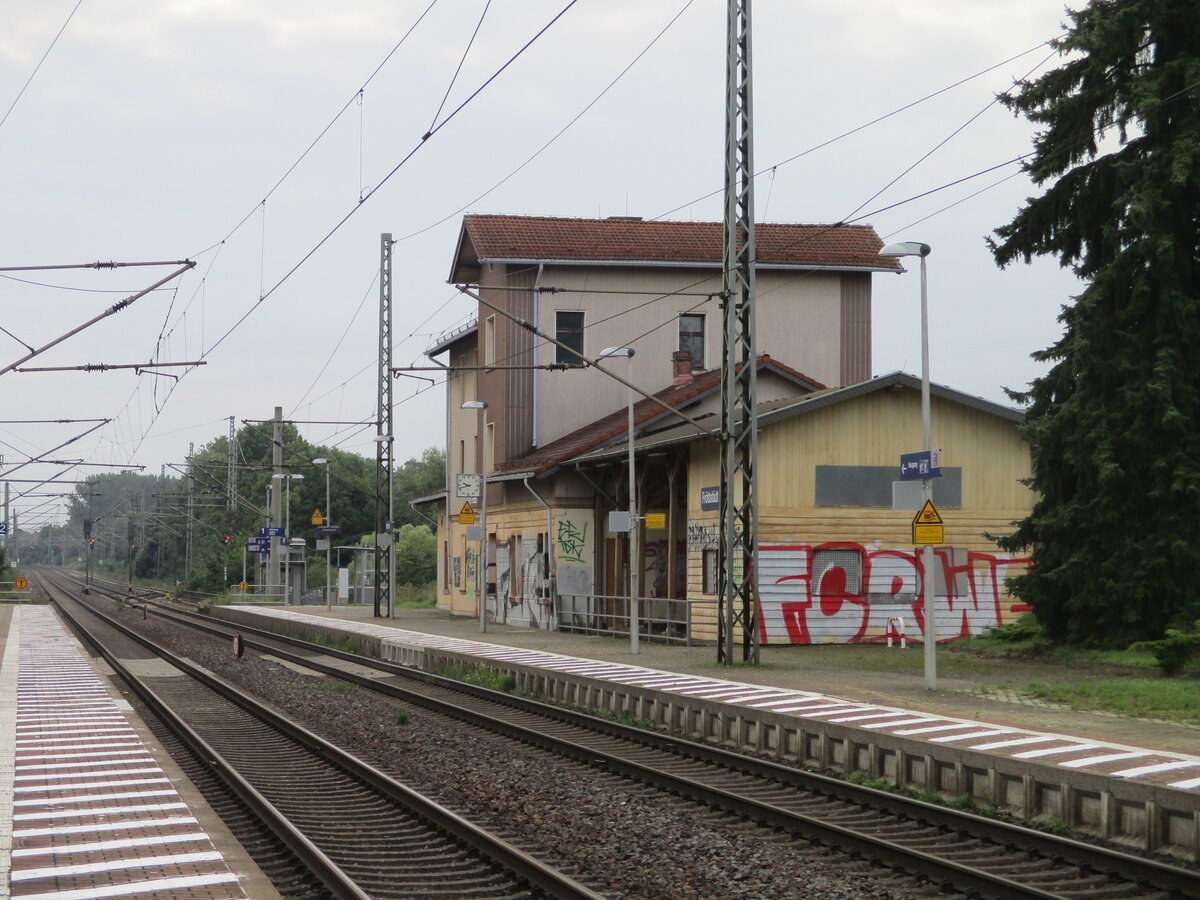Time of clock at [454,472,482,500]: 9:42
